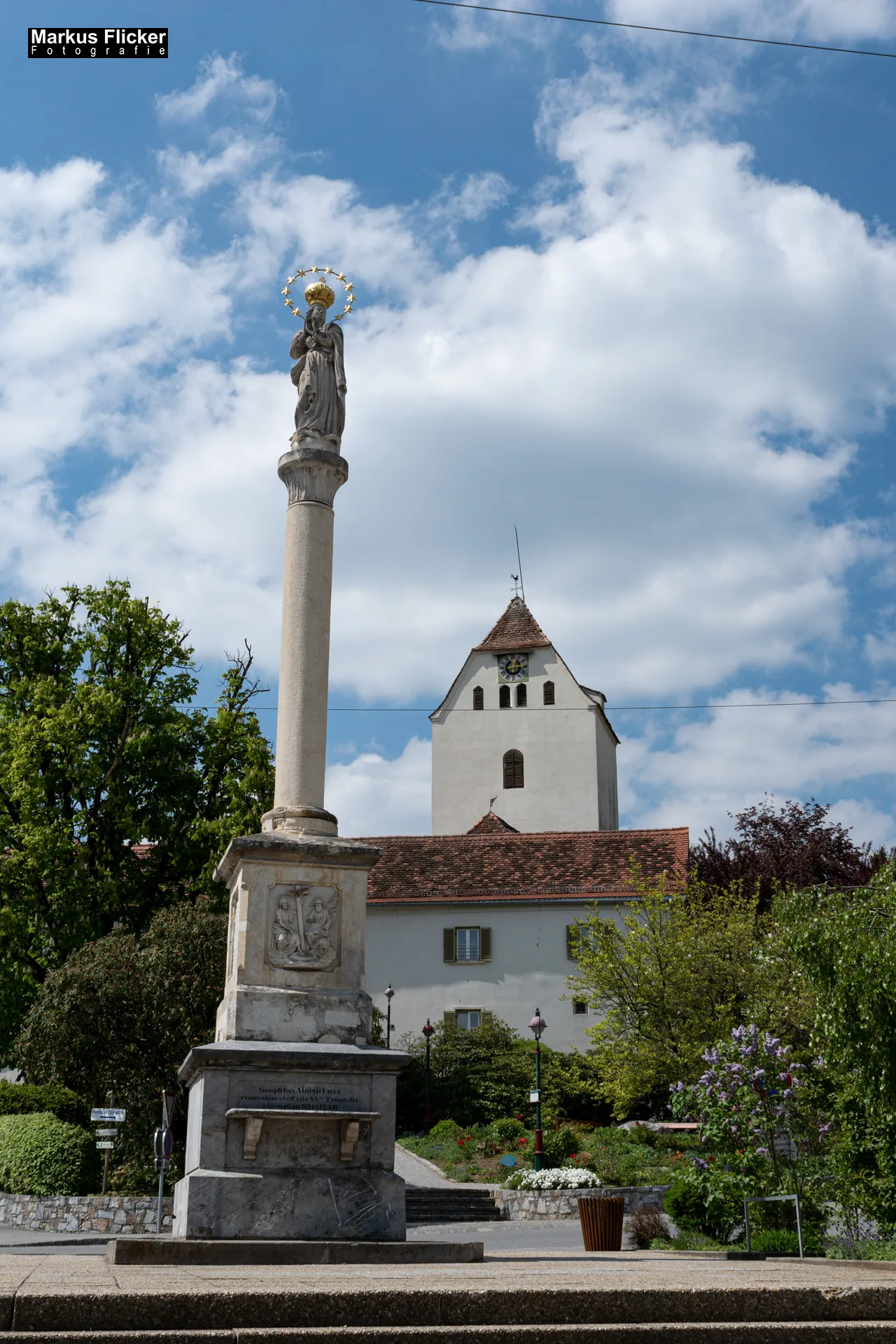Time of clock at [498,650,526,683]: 12:13
